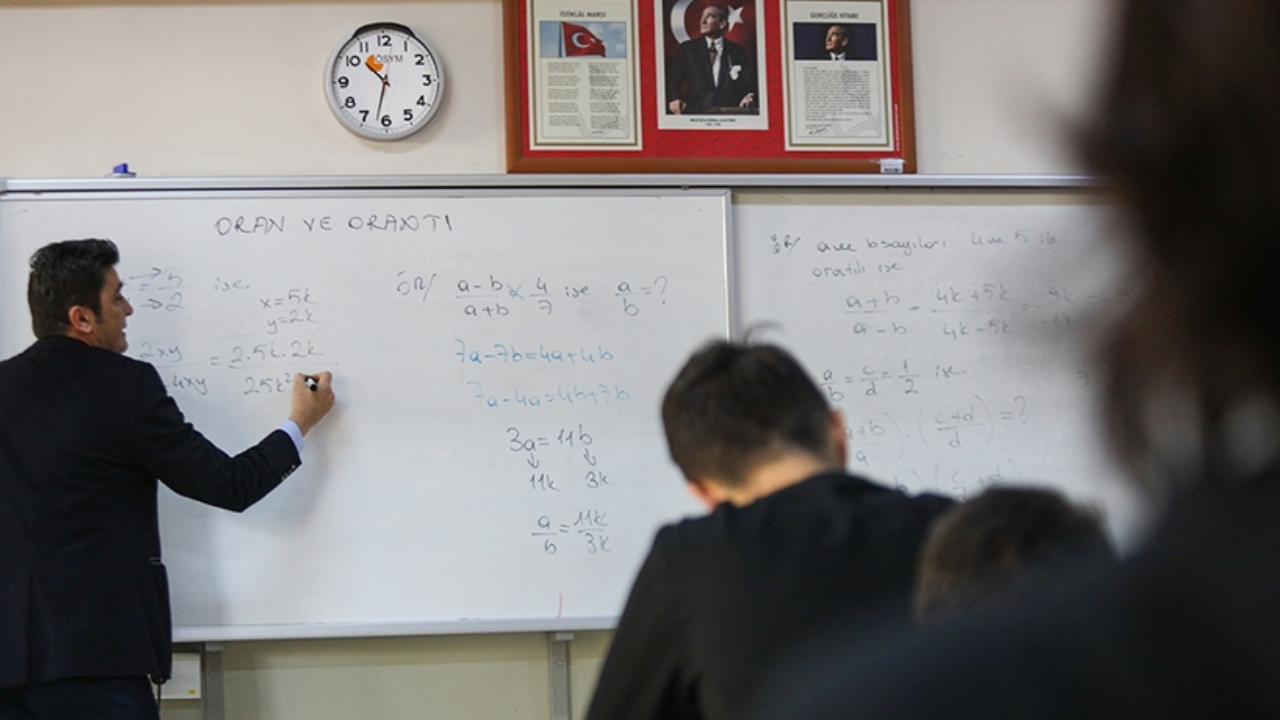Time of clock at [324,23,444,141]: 10:32
